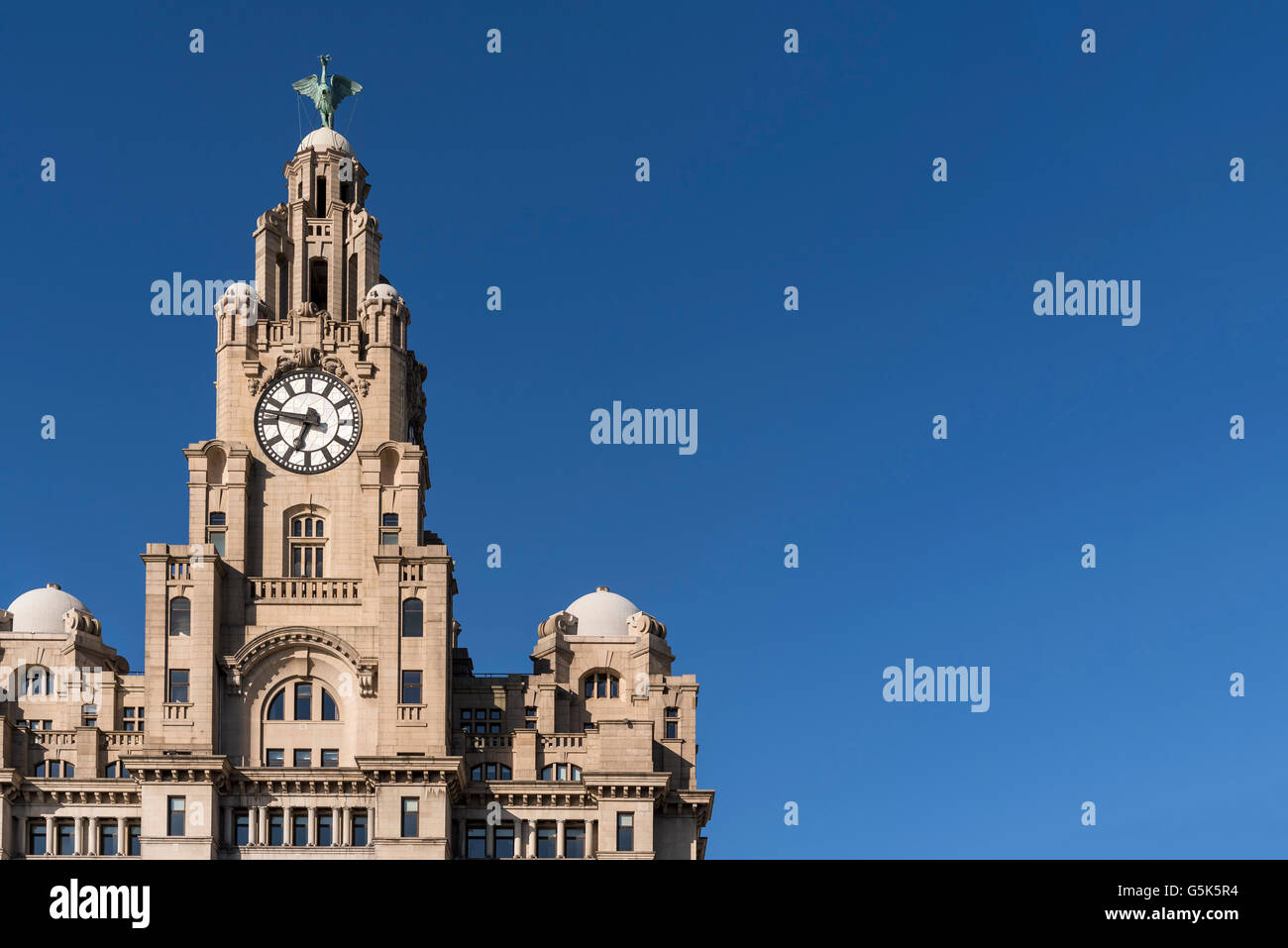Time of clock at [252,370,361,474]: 6:46
